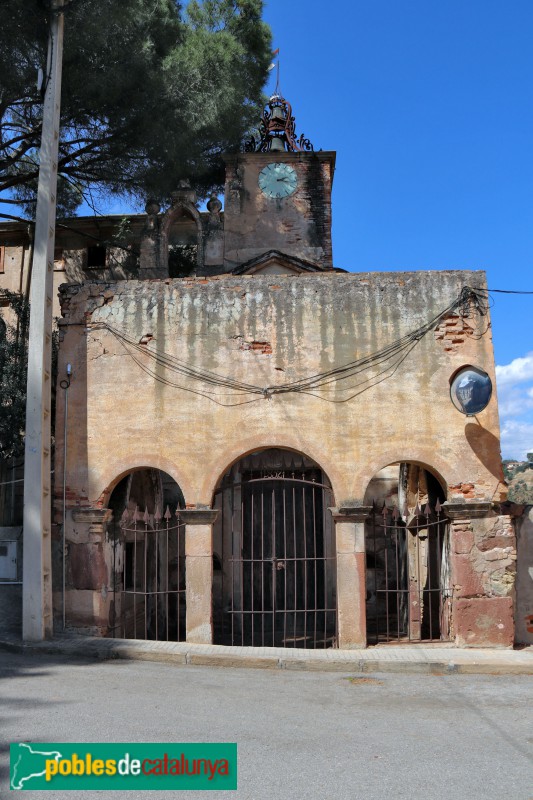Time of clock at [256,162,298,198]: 2:17
